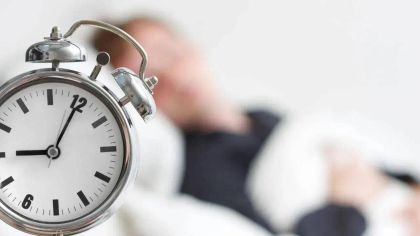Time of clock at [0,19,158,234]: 9:05
